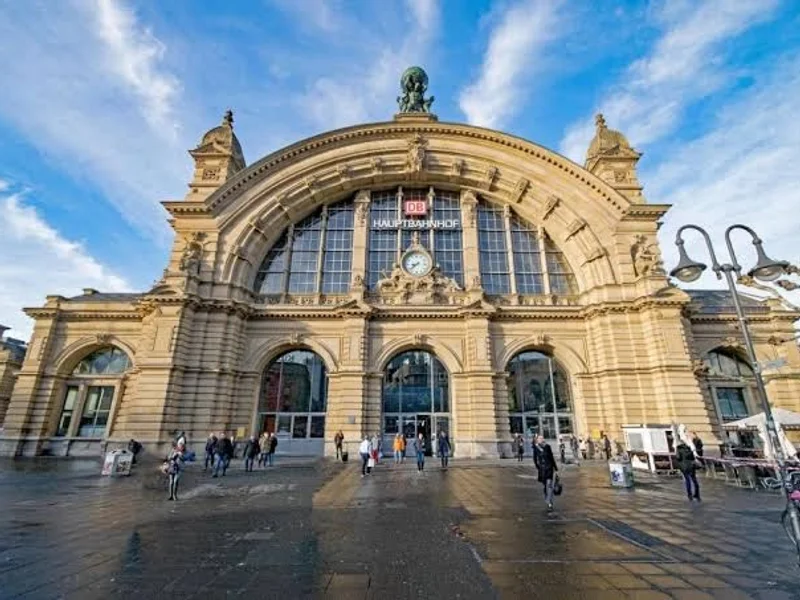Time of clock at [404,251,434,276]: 8:38
